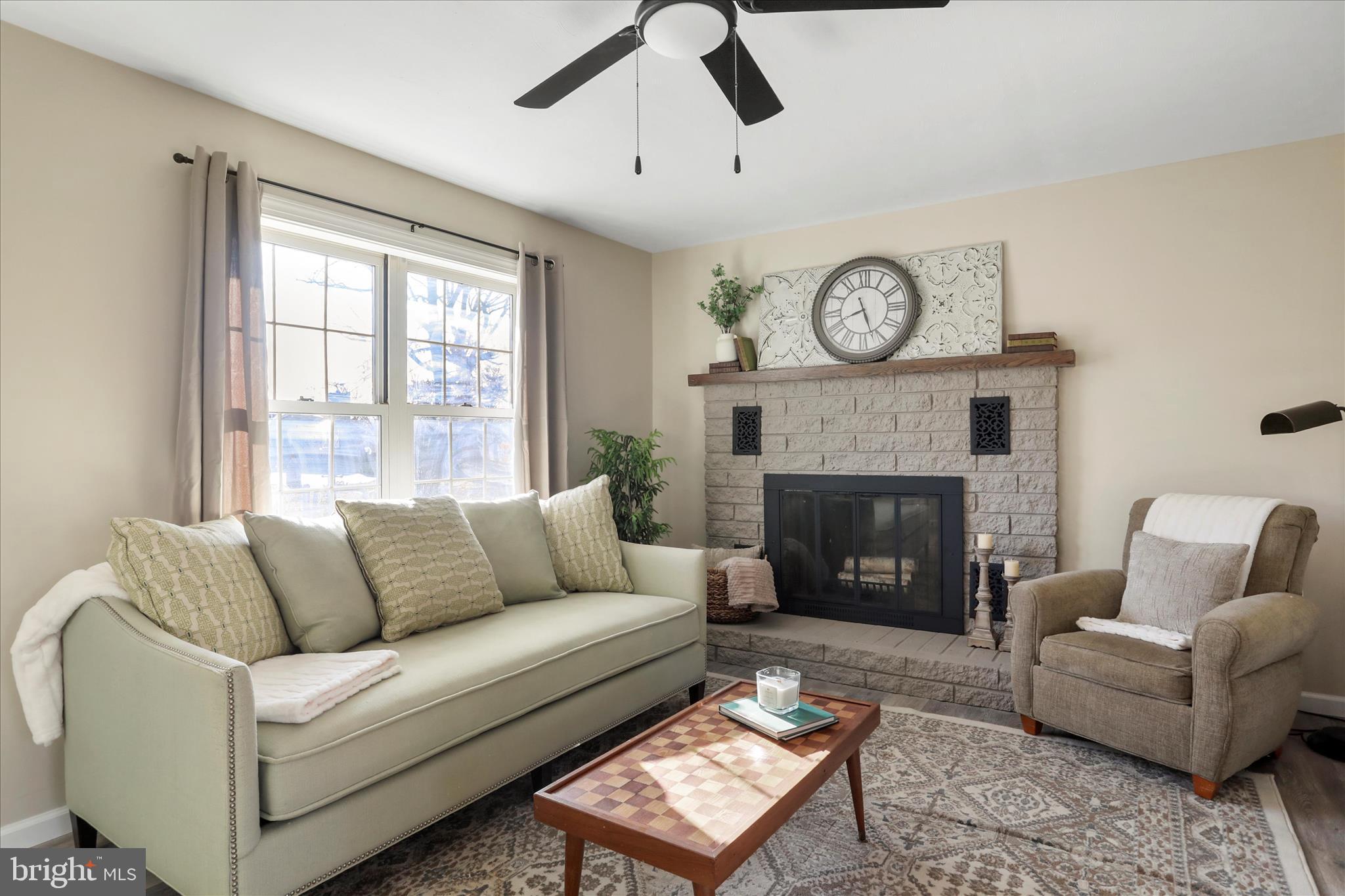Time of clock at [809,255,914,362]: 8:26
